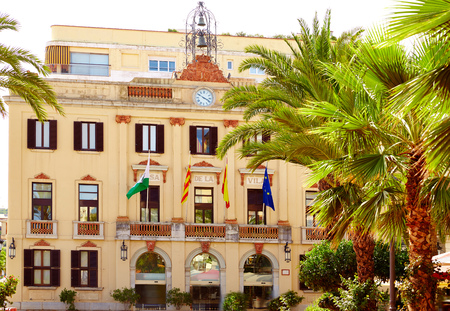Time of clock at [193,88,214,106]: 3:50
